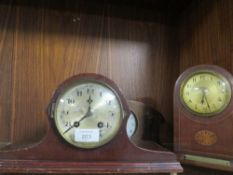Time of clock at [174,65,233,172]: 6:27
